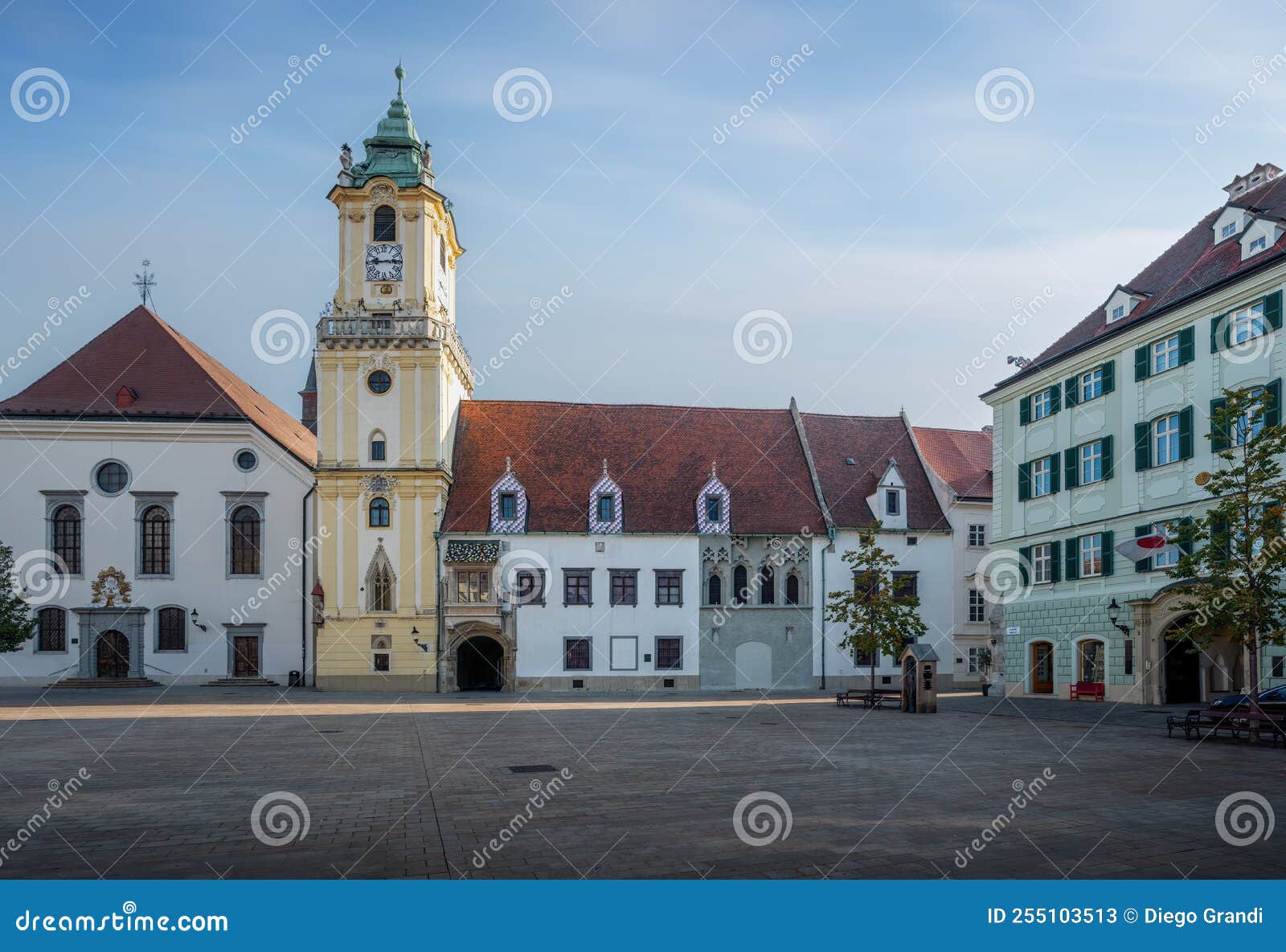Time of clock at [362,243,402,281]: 9:14
